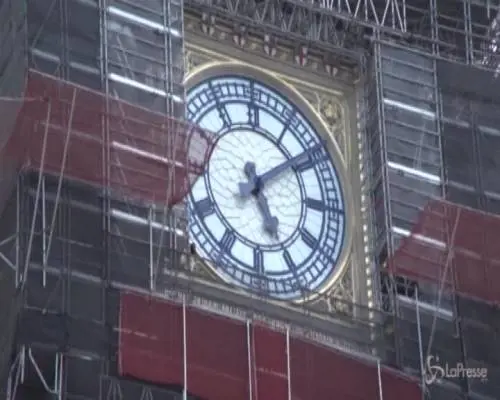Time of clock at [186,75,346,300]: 5:08
